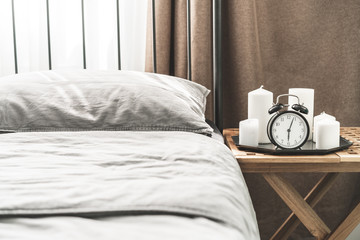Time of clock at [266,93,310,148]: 6:03
